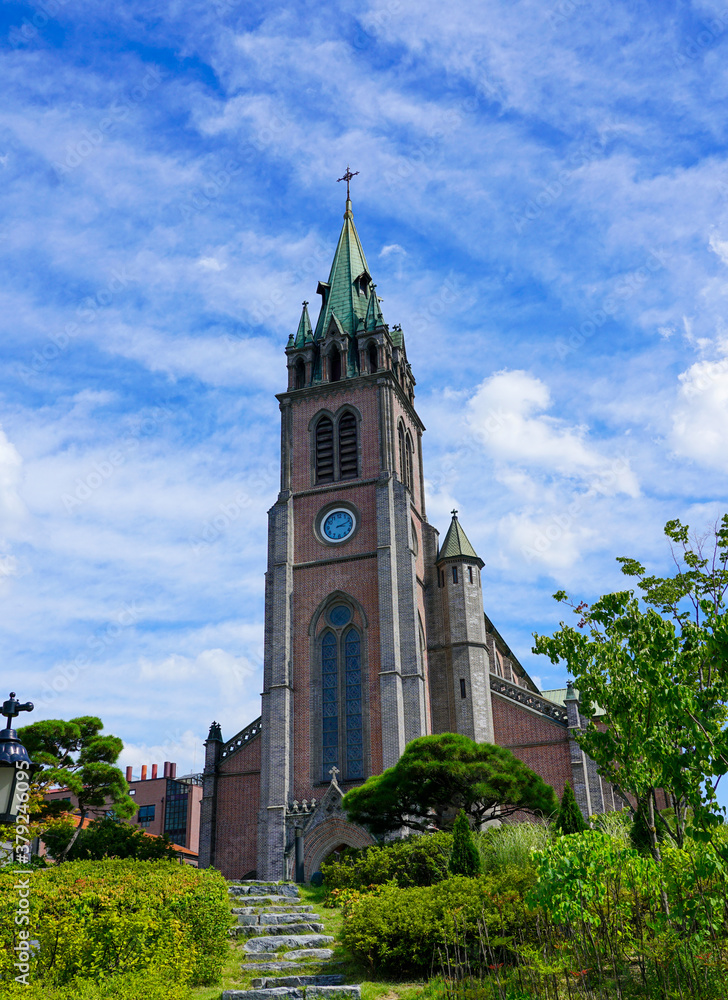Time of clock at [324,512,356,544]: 3:12
